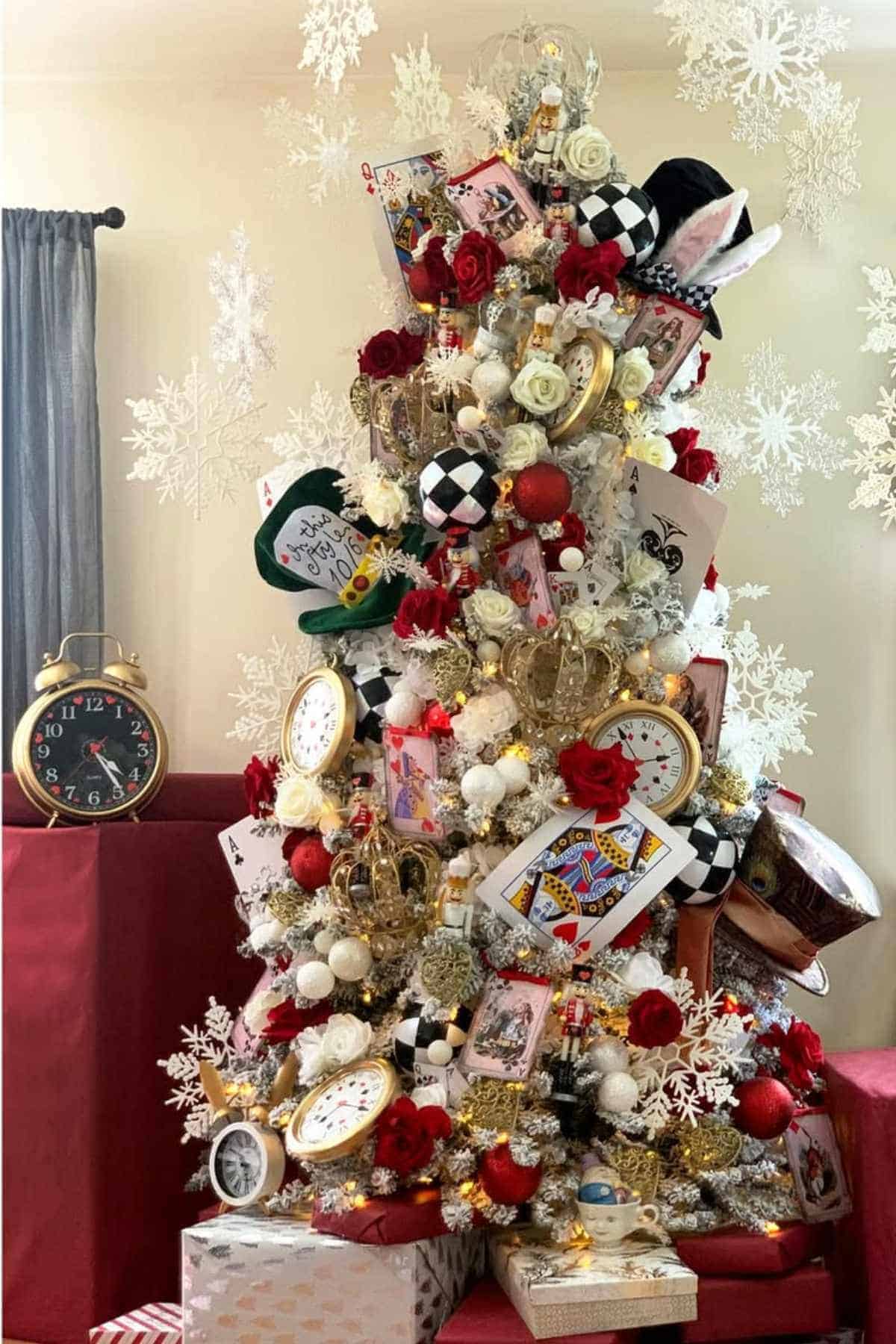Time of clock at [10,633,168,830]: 4:24
